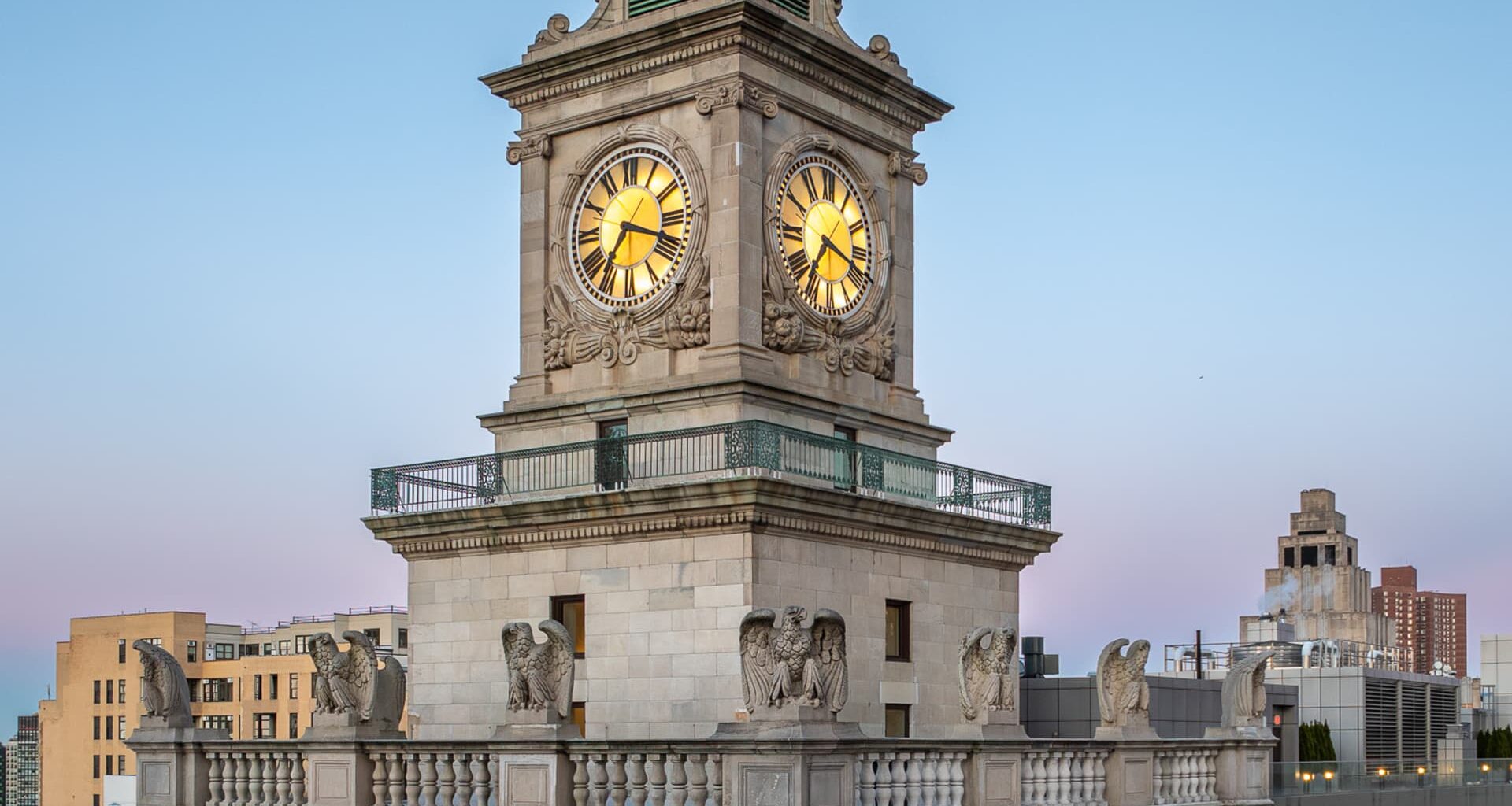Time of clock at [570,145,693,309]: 7:18
